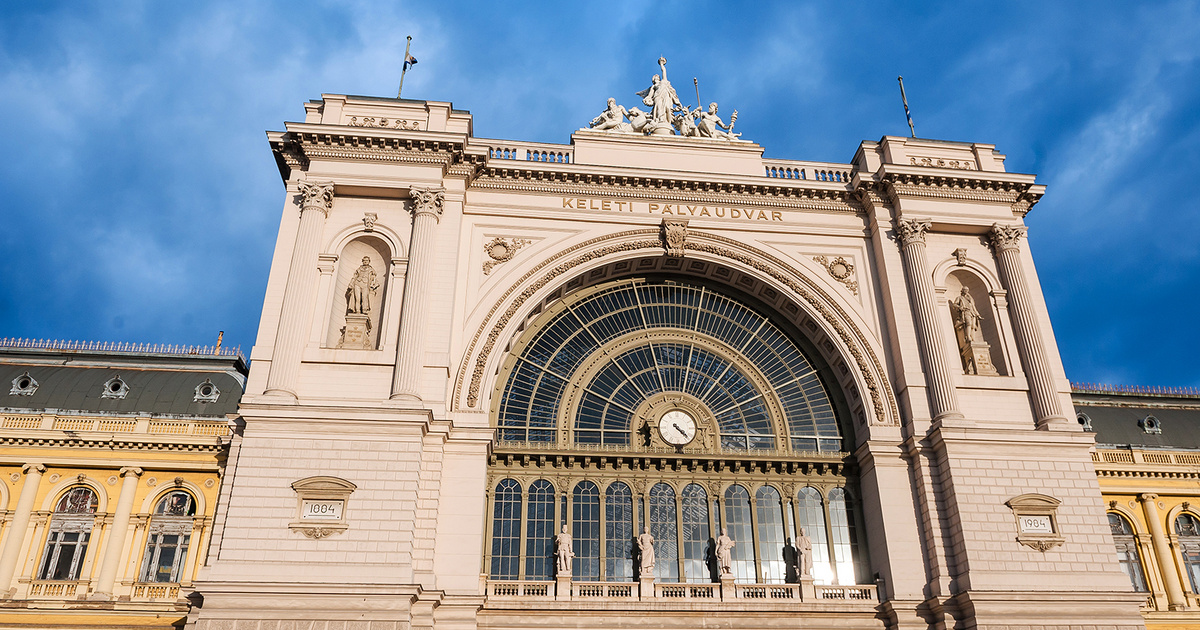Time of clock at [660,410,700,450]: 4:22
